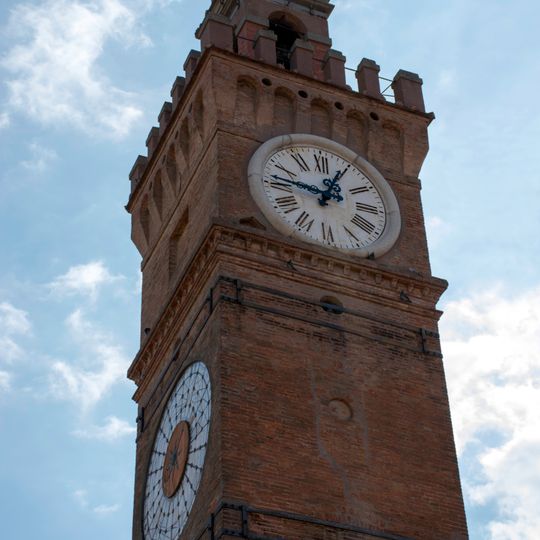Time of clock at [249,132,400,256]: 12:46
